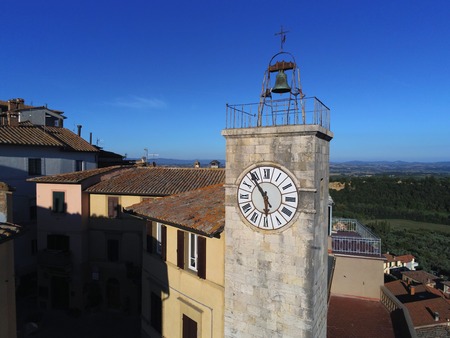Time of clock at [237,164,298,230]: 5:53
